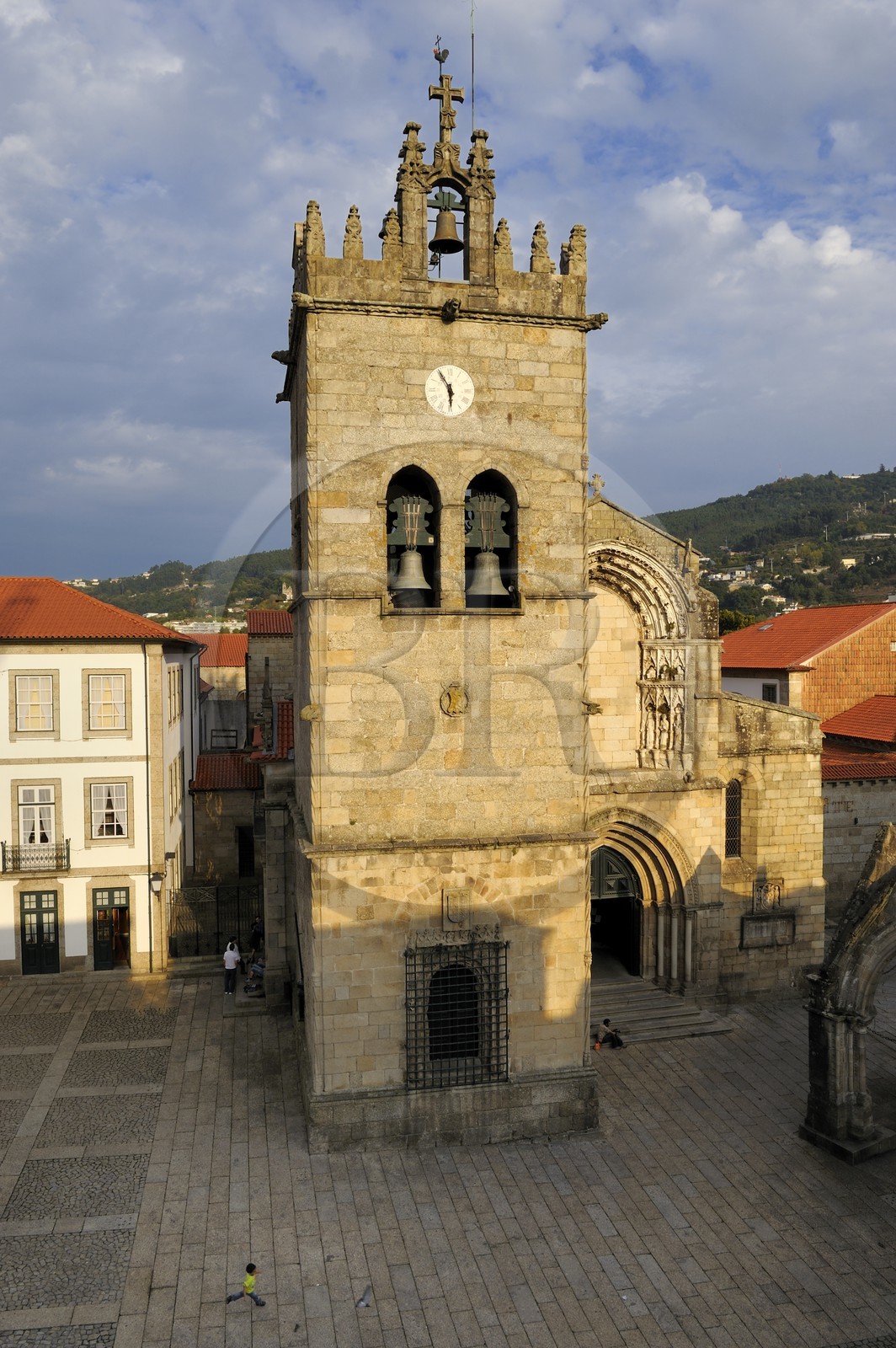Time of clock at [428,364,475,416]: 5:54
